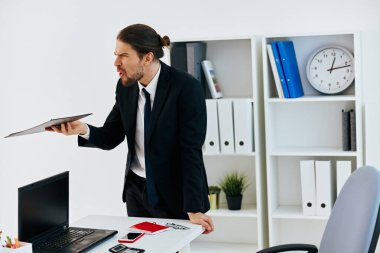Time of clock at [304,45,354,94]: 12:12
